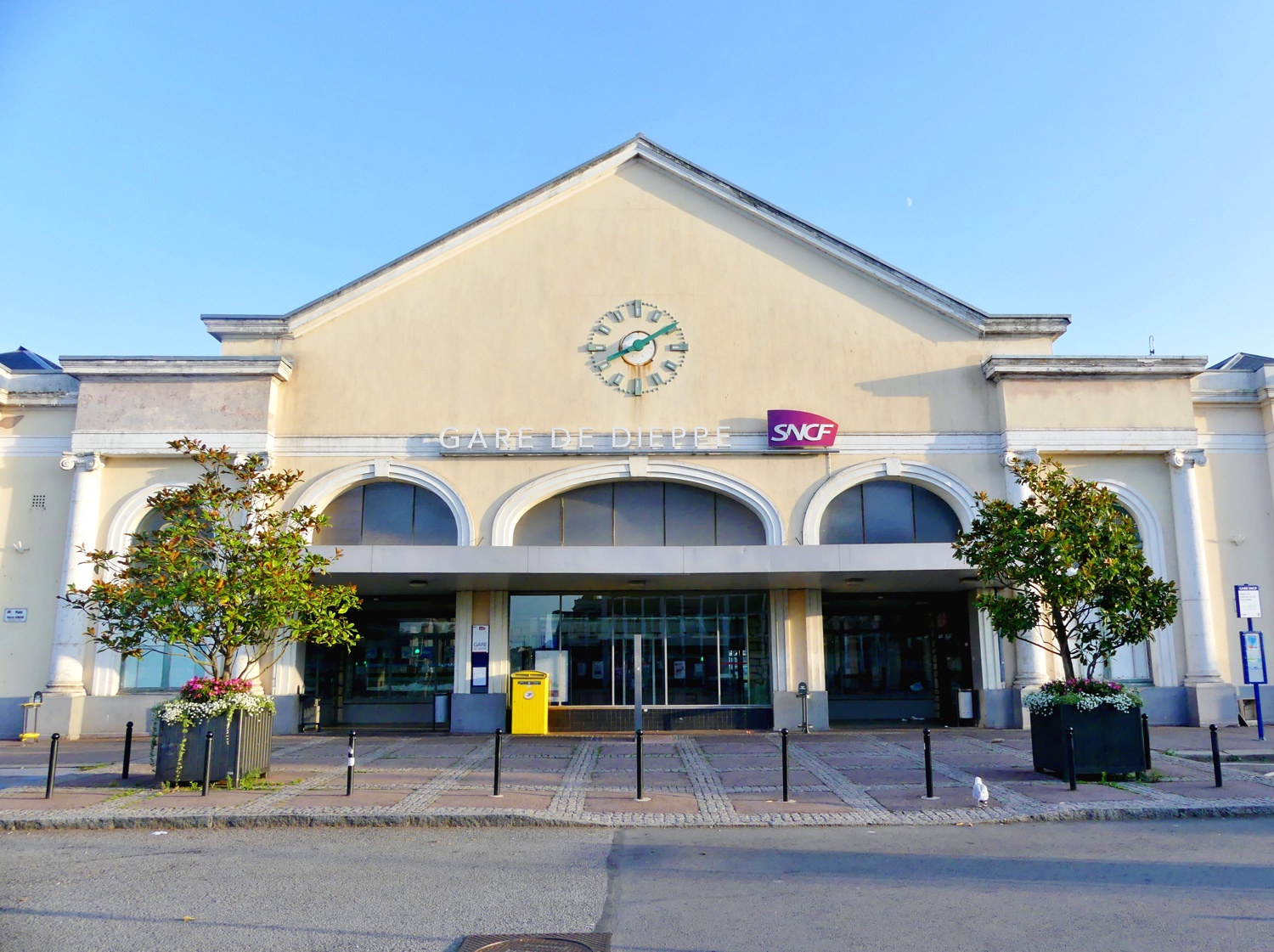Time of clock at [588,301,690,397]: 8:09
